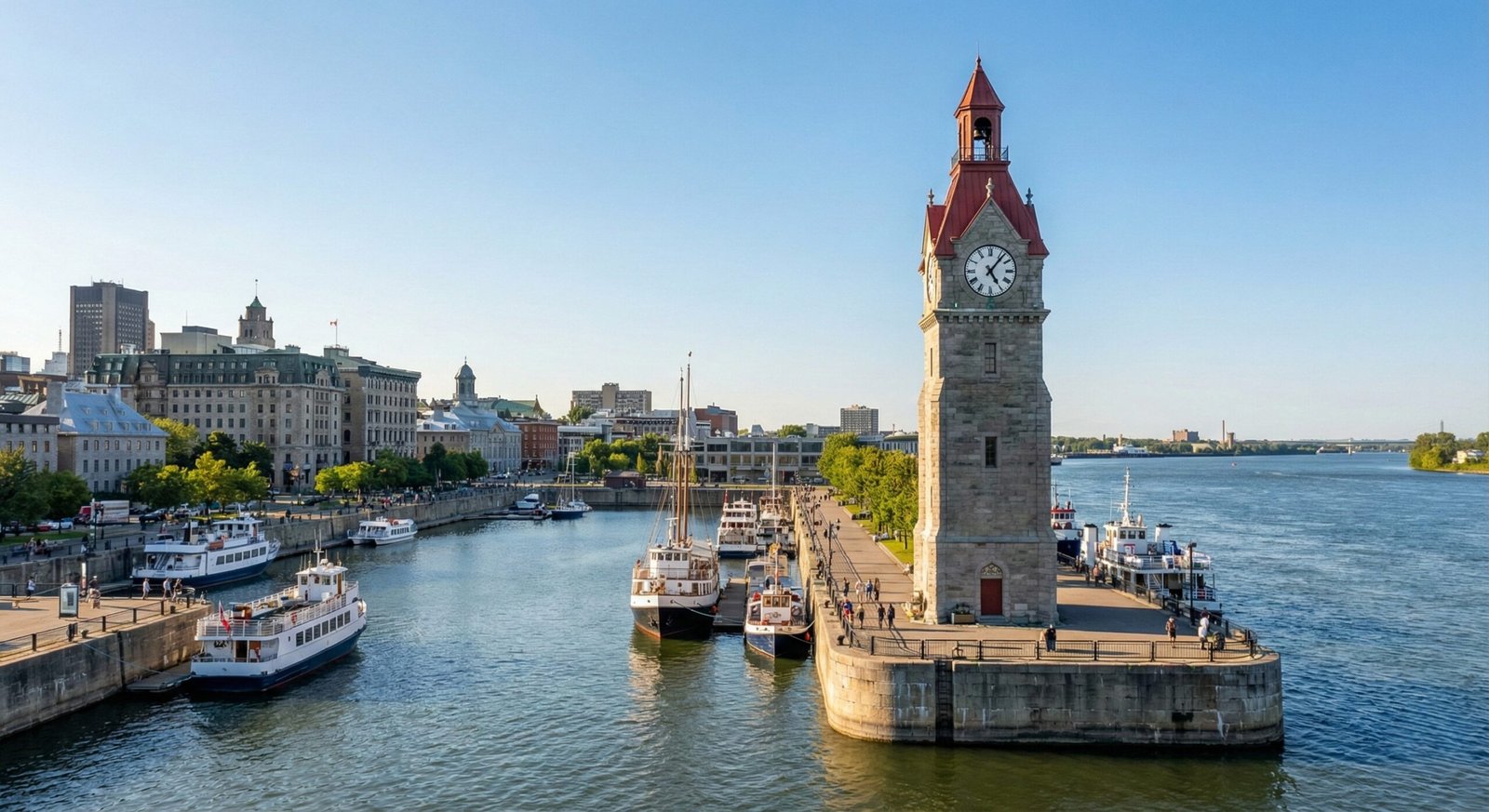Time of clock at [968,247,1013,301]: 5:06
